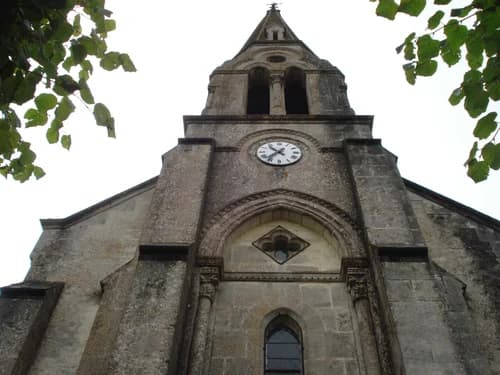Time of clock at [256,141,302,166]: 10:36
